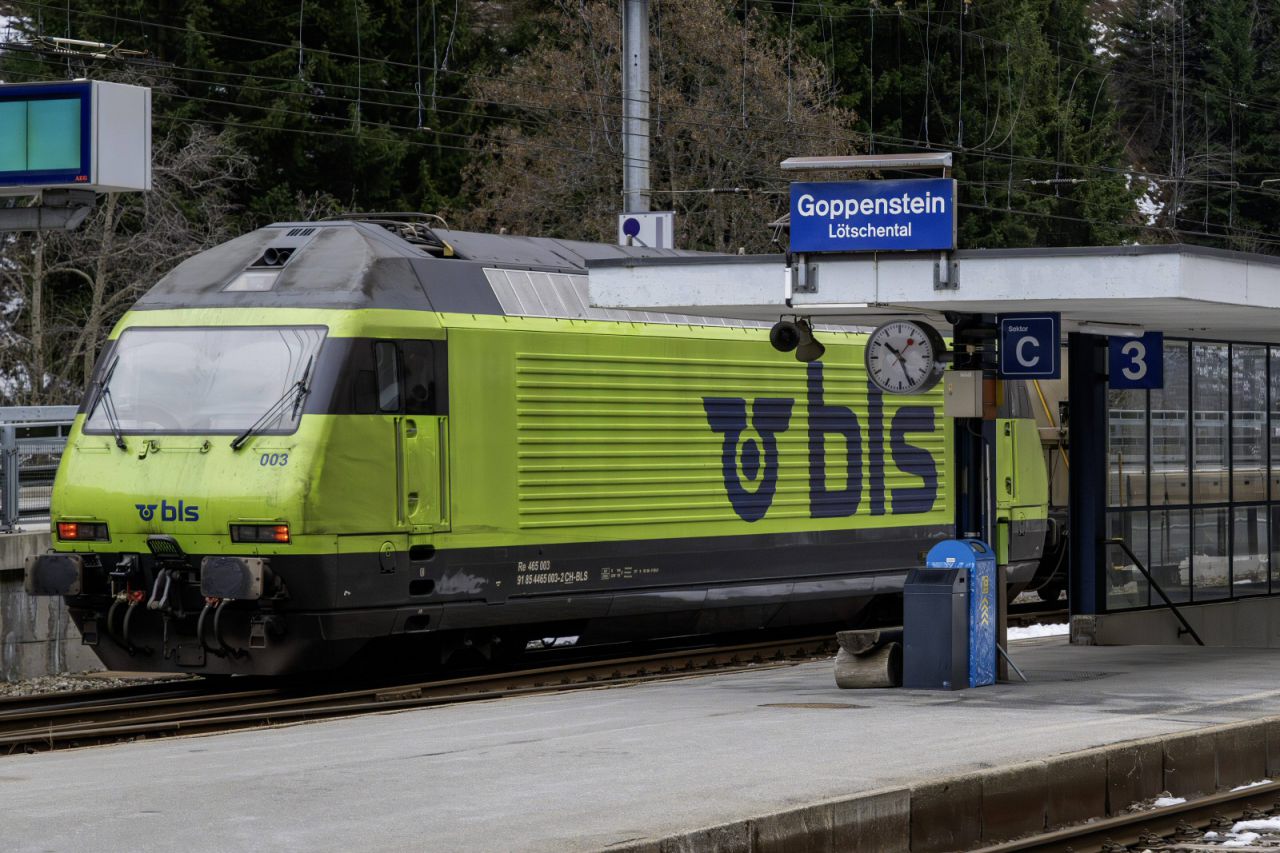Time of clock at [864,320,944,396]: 10:26
